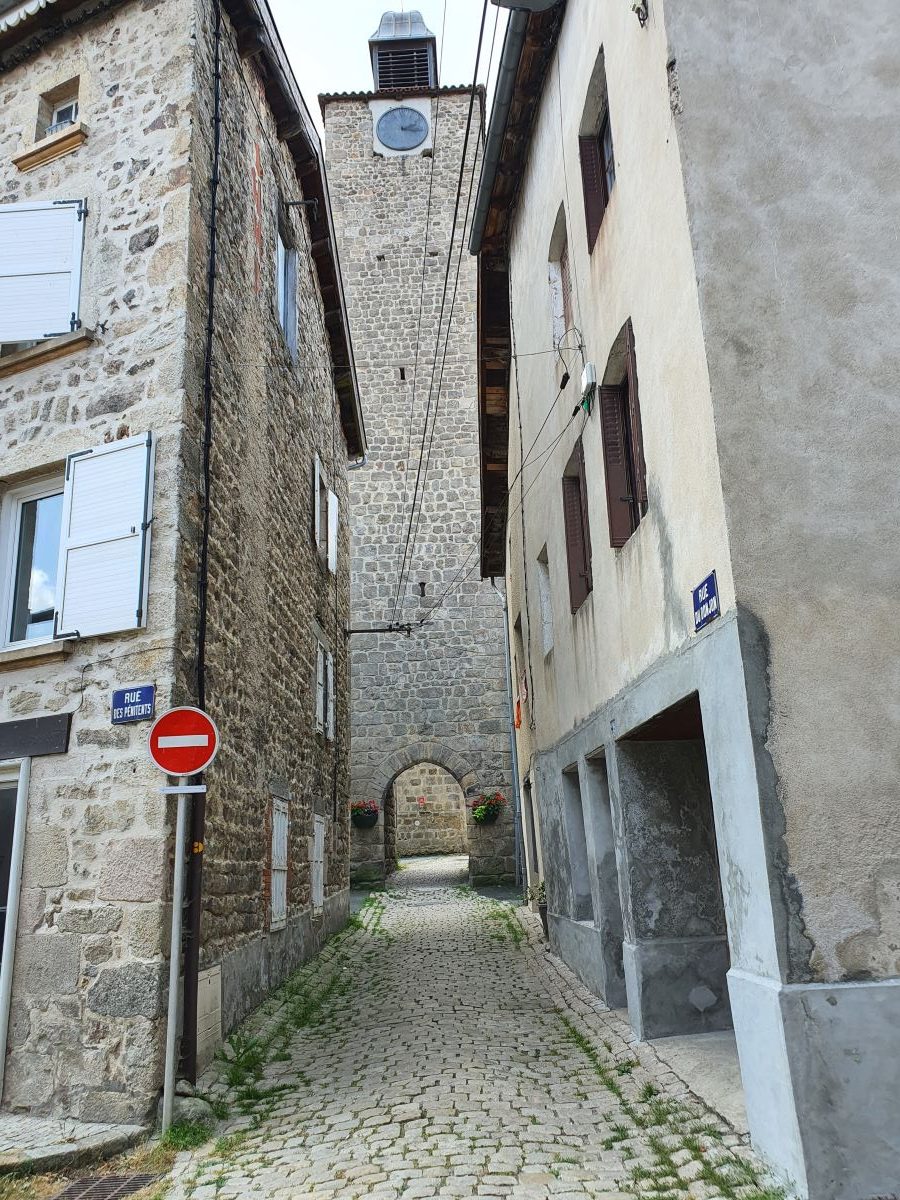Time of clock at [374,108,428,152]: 2:16
